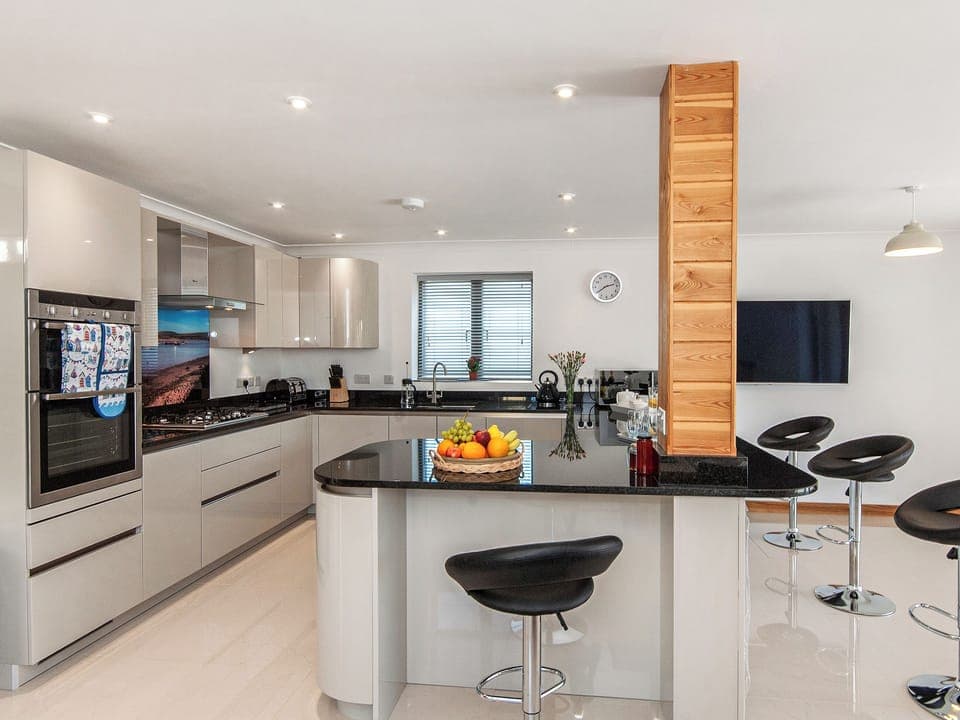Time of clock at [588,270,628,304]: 2:40
